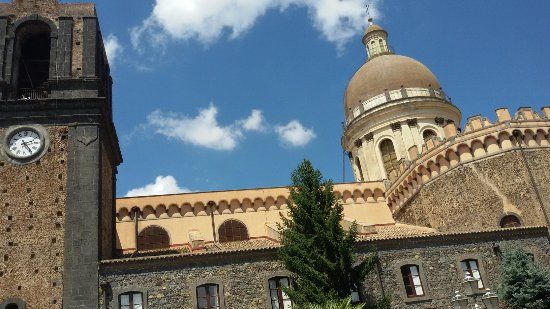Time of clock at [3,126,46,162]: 2:24
